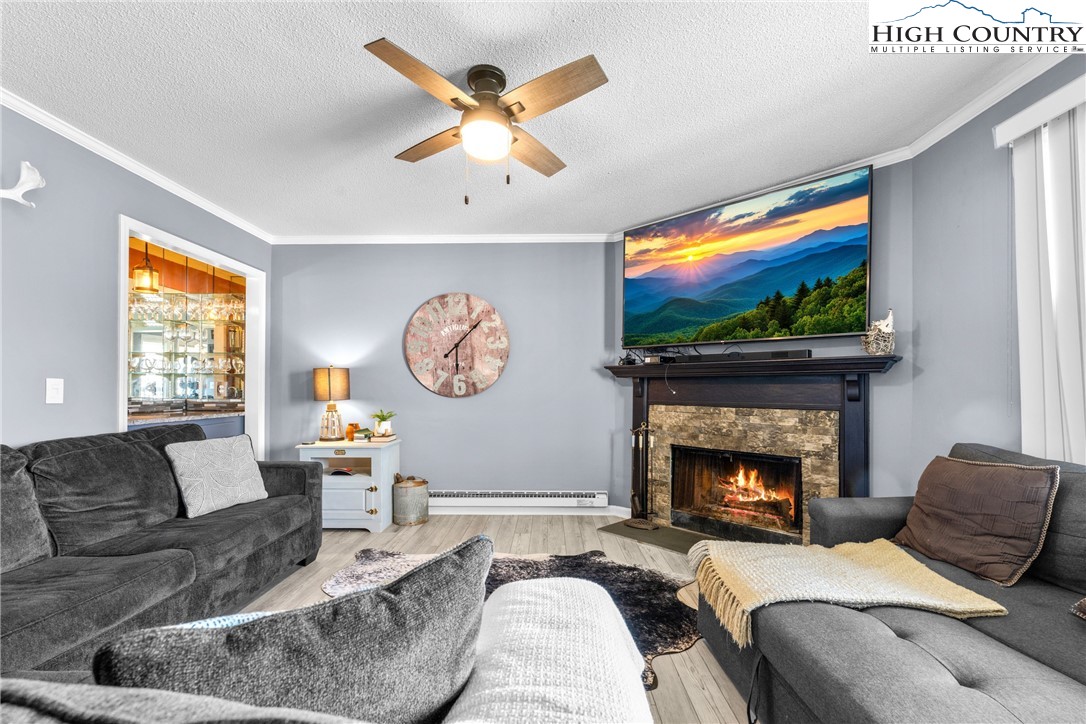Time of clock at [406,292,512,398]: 6:08
